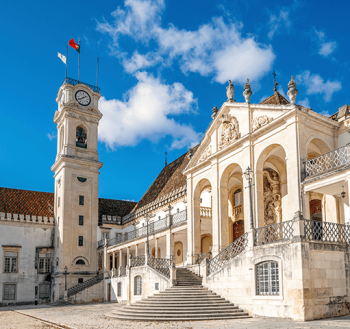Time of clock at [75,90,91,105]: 1:39
